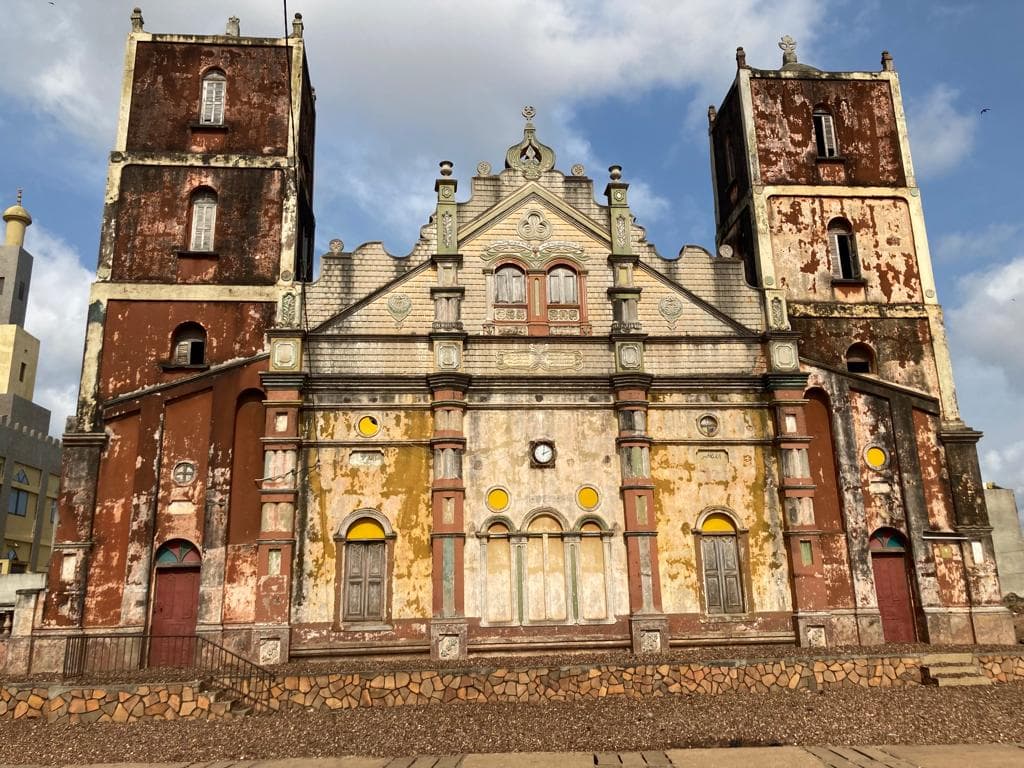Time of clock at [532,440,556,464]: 2:01
